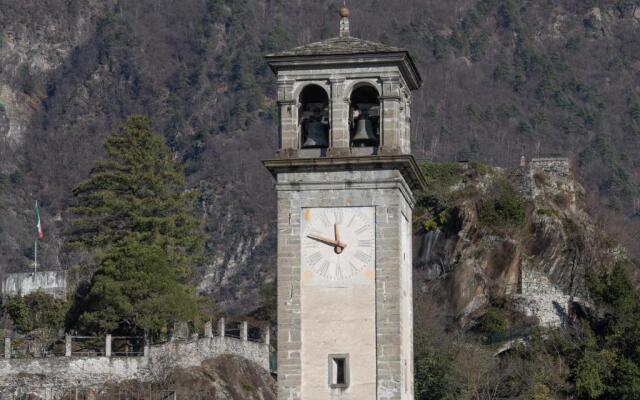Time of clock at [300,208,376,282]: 11:47
